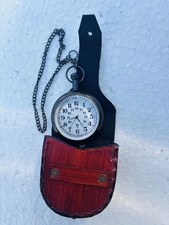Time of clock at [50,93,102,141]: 8:24
